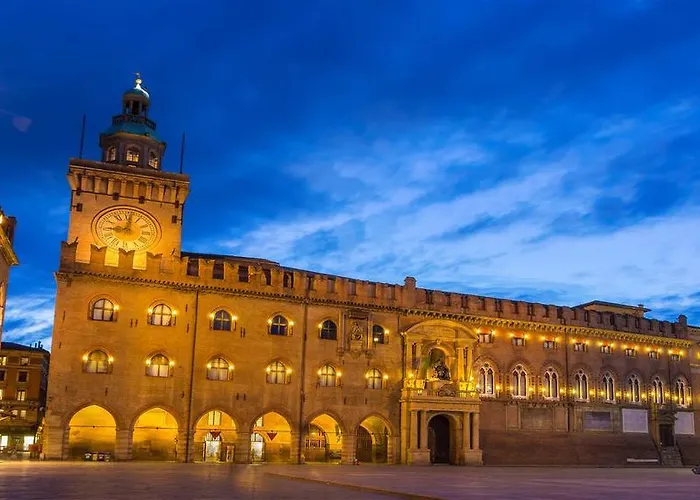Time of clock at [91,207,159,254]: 9:01
